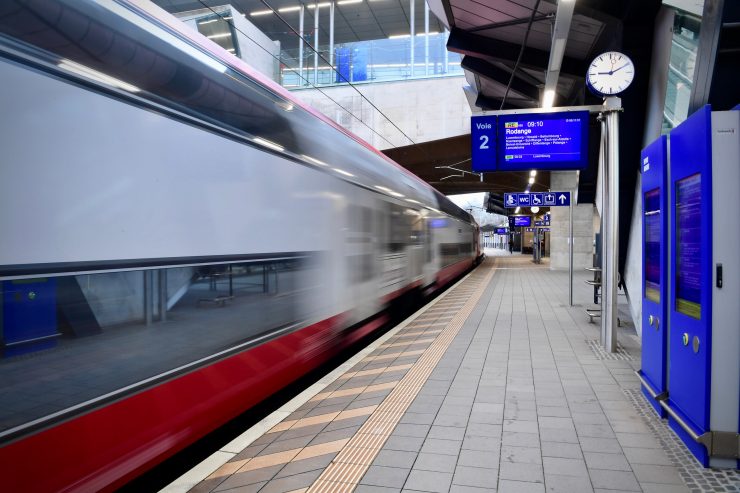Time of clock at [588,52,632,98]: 9:10
